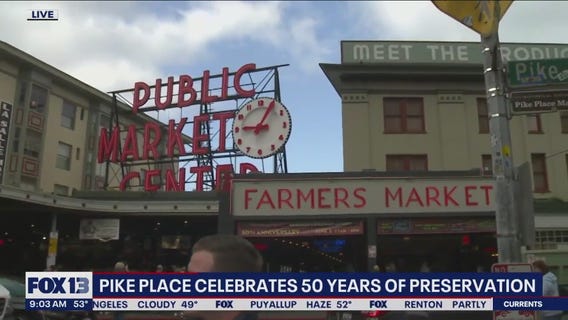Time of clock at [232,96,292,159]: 9:05
